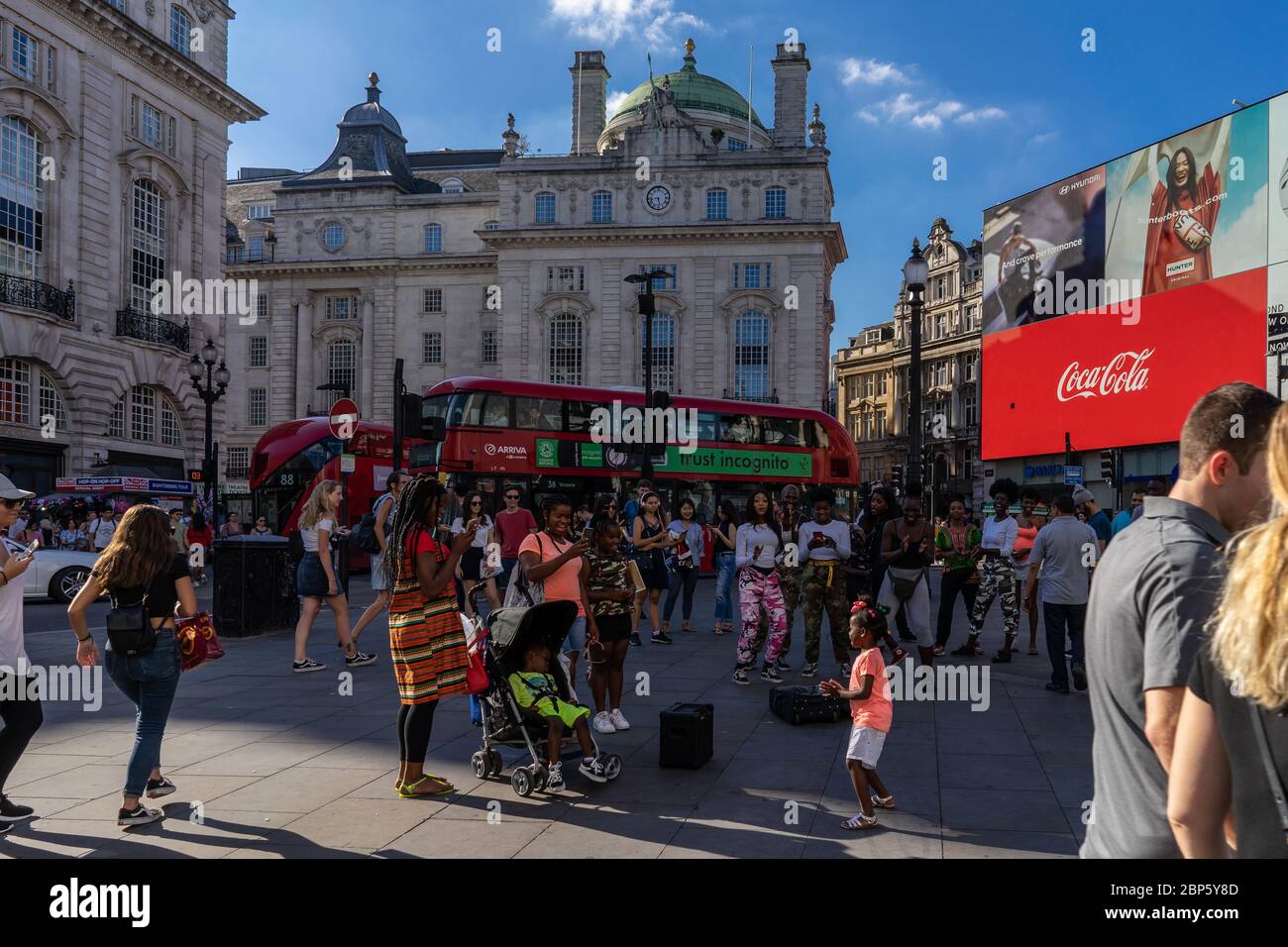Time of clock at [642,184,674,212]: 5:43
